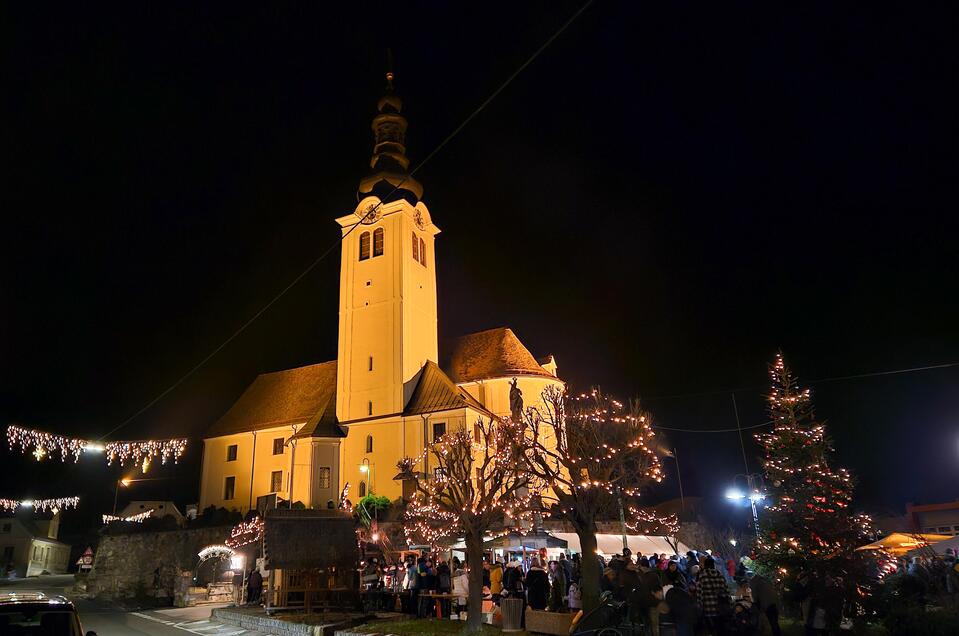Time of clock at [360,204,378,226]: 7:07
